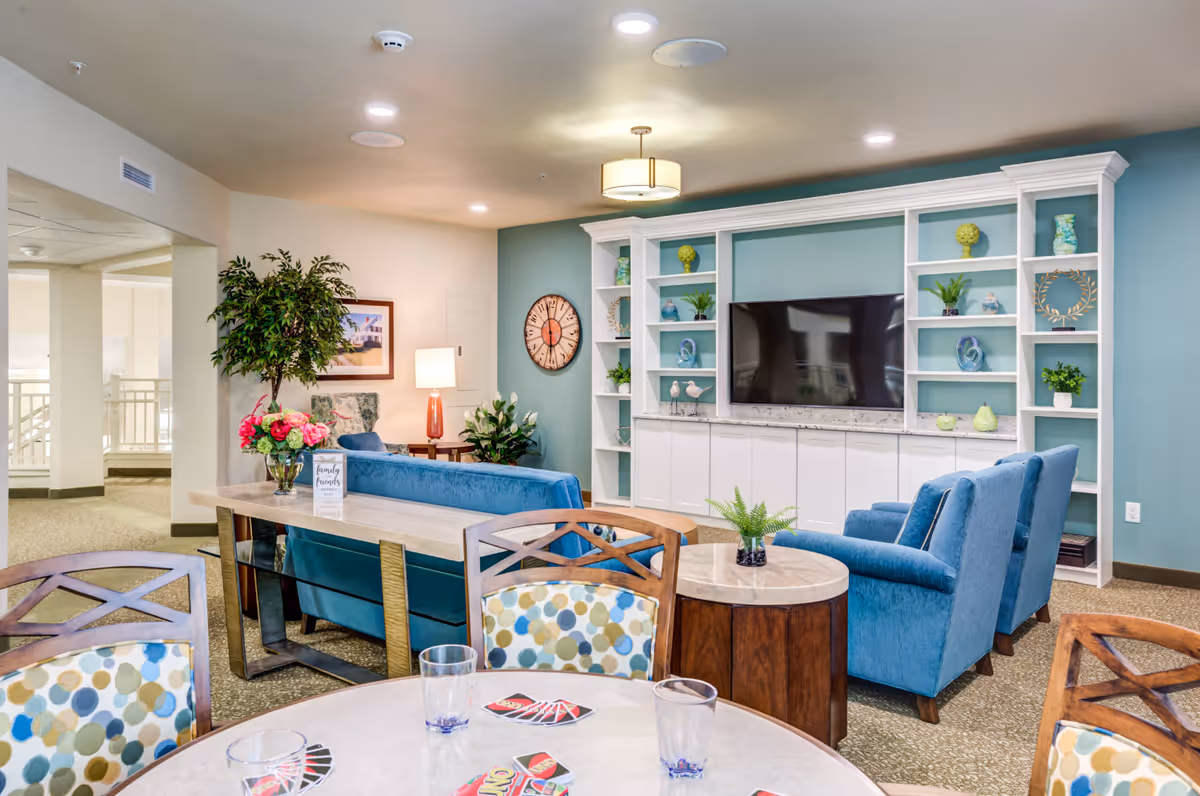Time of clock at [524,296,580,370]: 5:58
